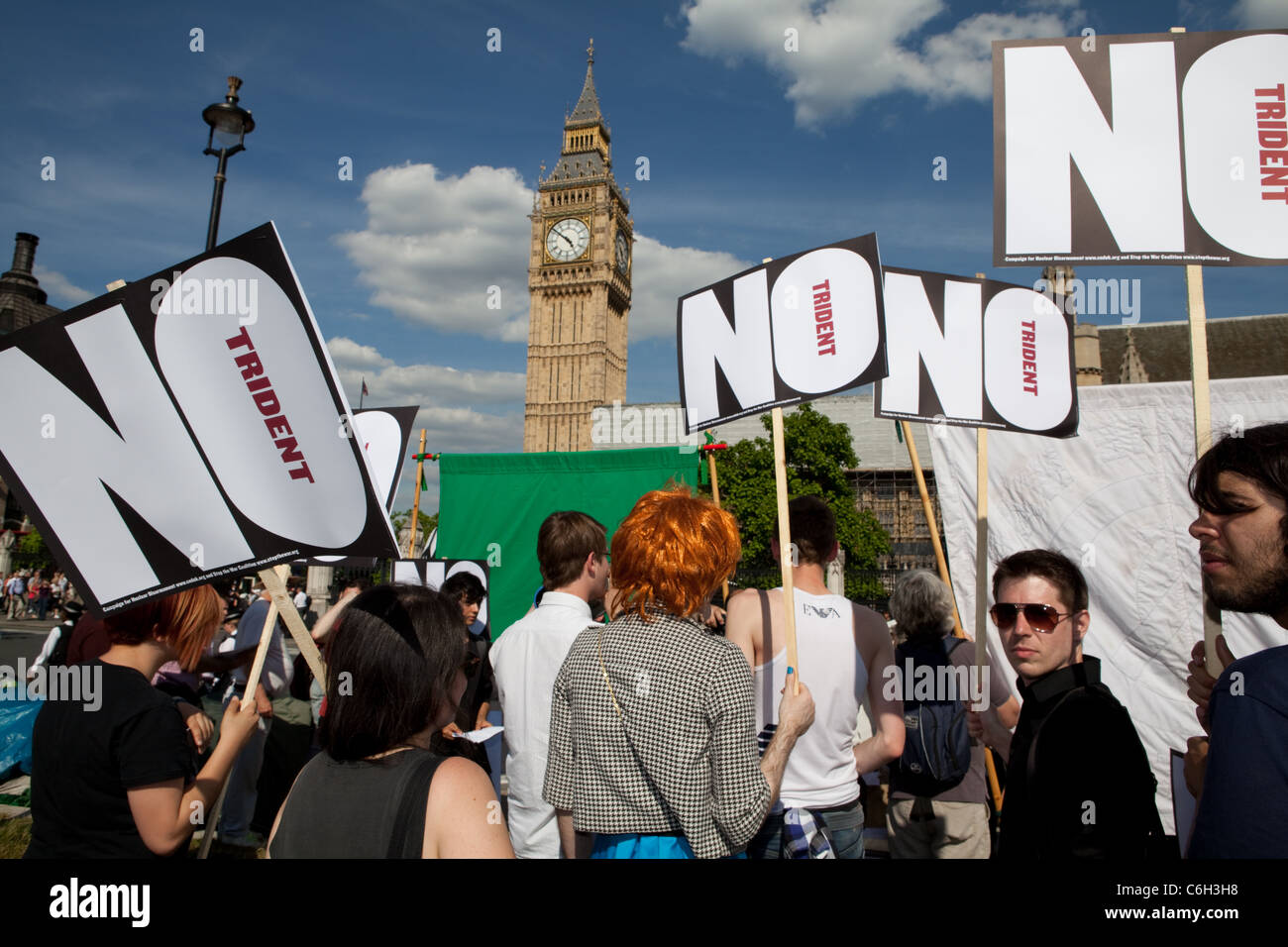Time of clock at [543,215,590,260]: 4:51
